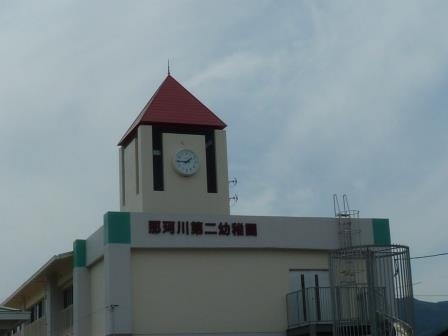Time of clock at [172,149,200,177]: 1:45
